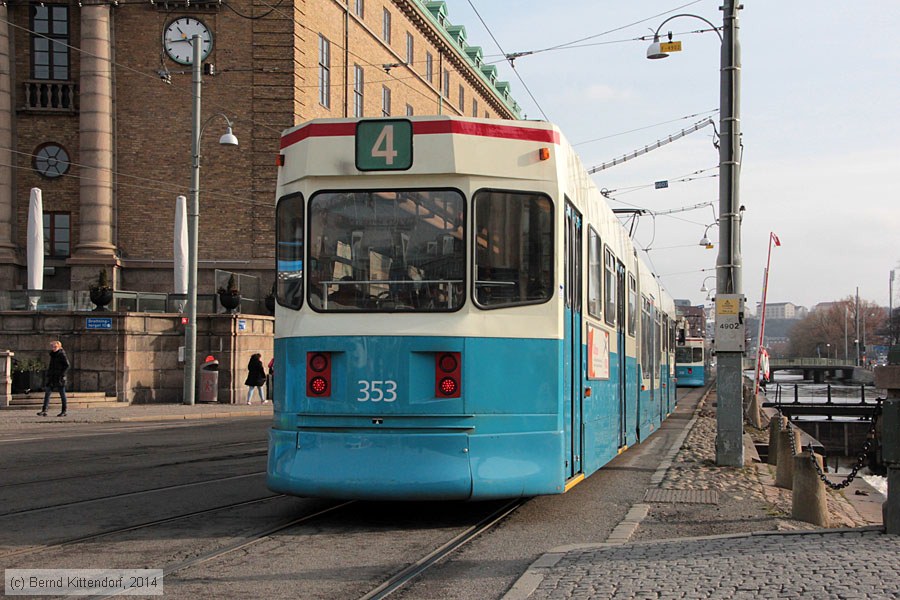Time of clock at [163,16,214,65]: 10:43
